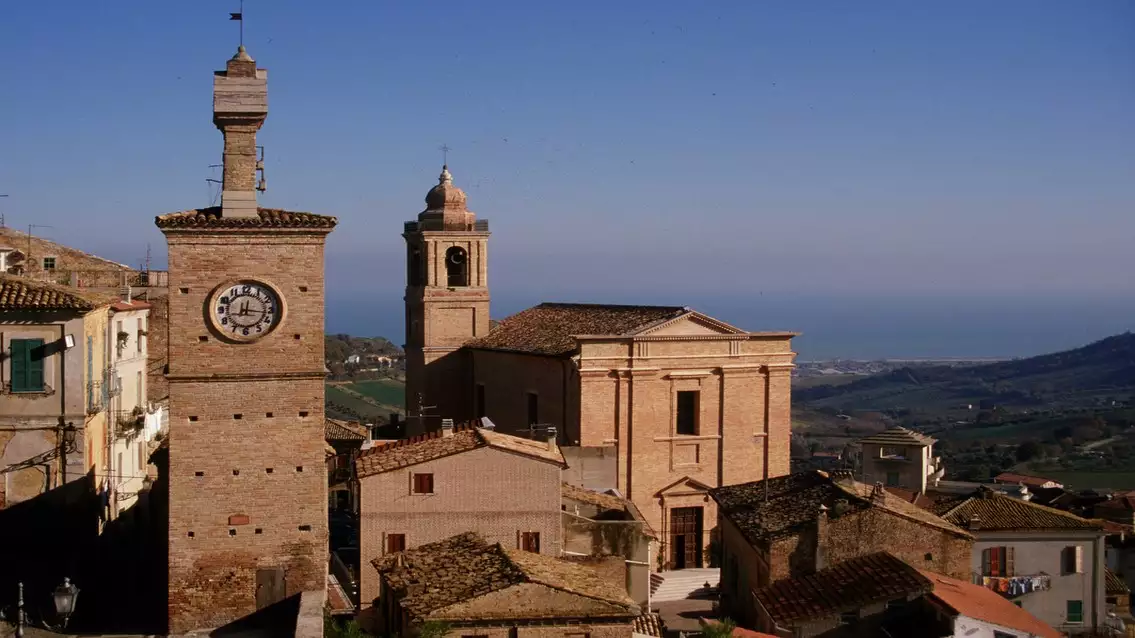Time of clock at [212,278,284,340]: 12:16
